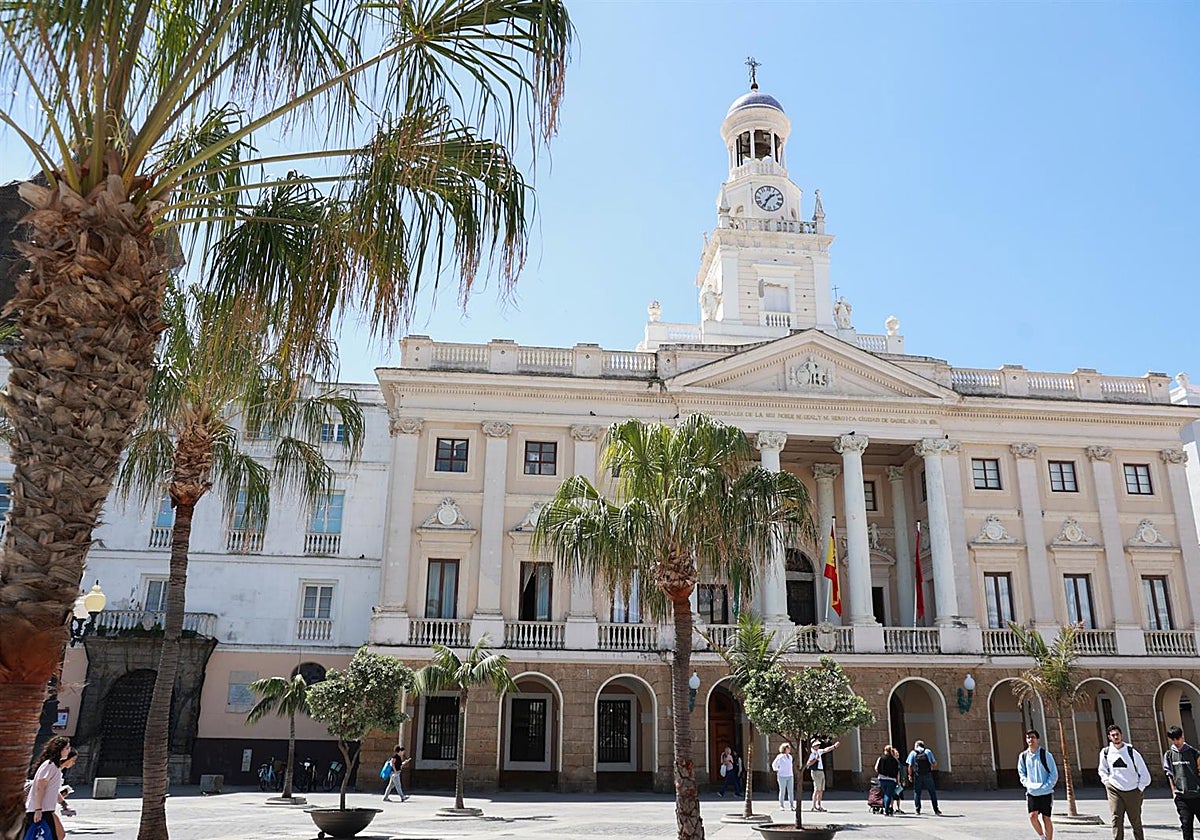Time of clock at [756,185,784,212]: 1:34
